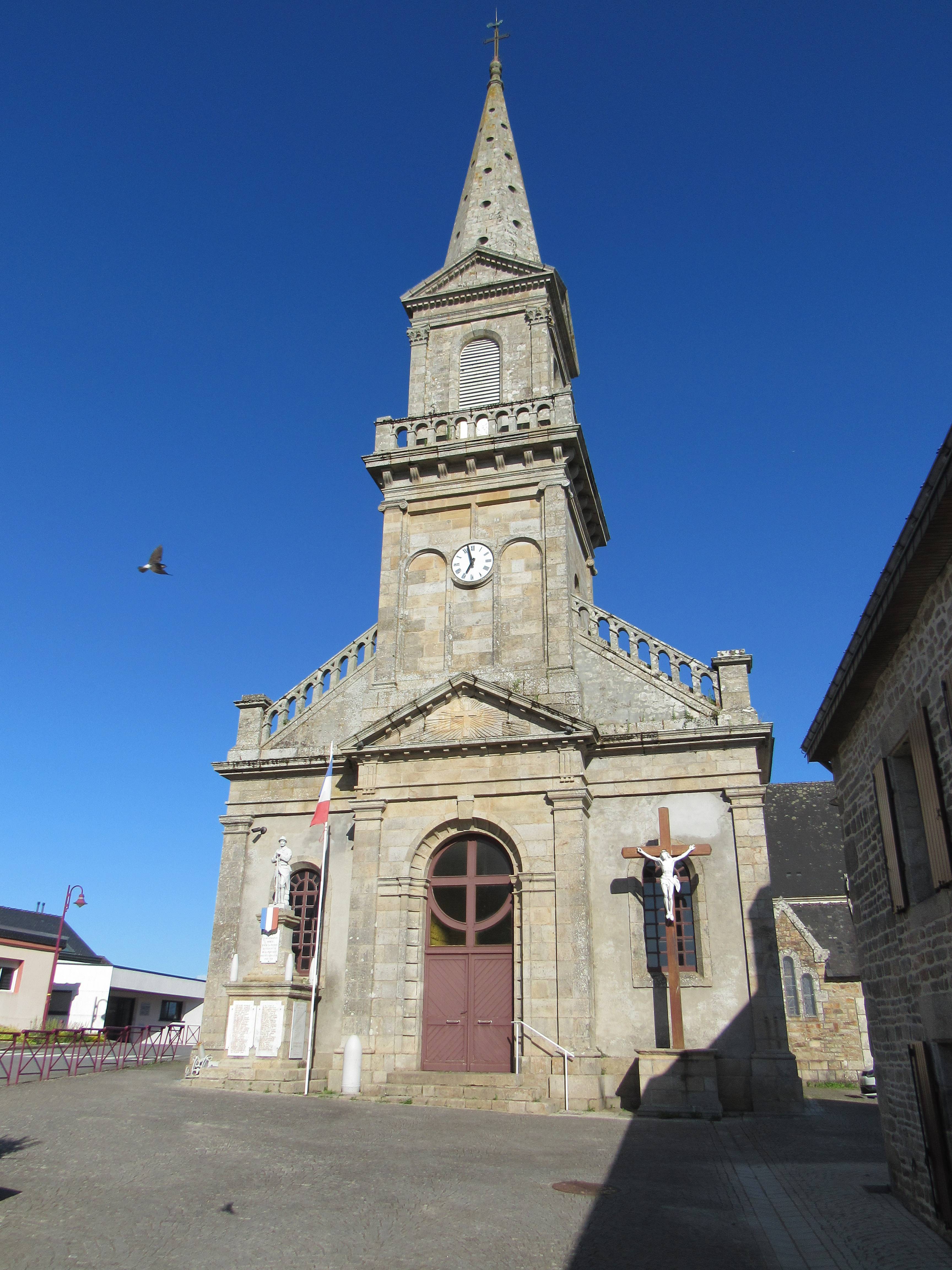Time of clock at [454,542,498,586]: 6:57
